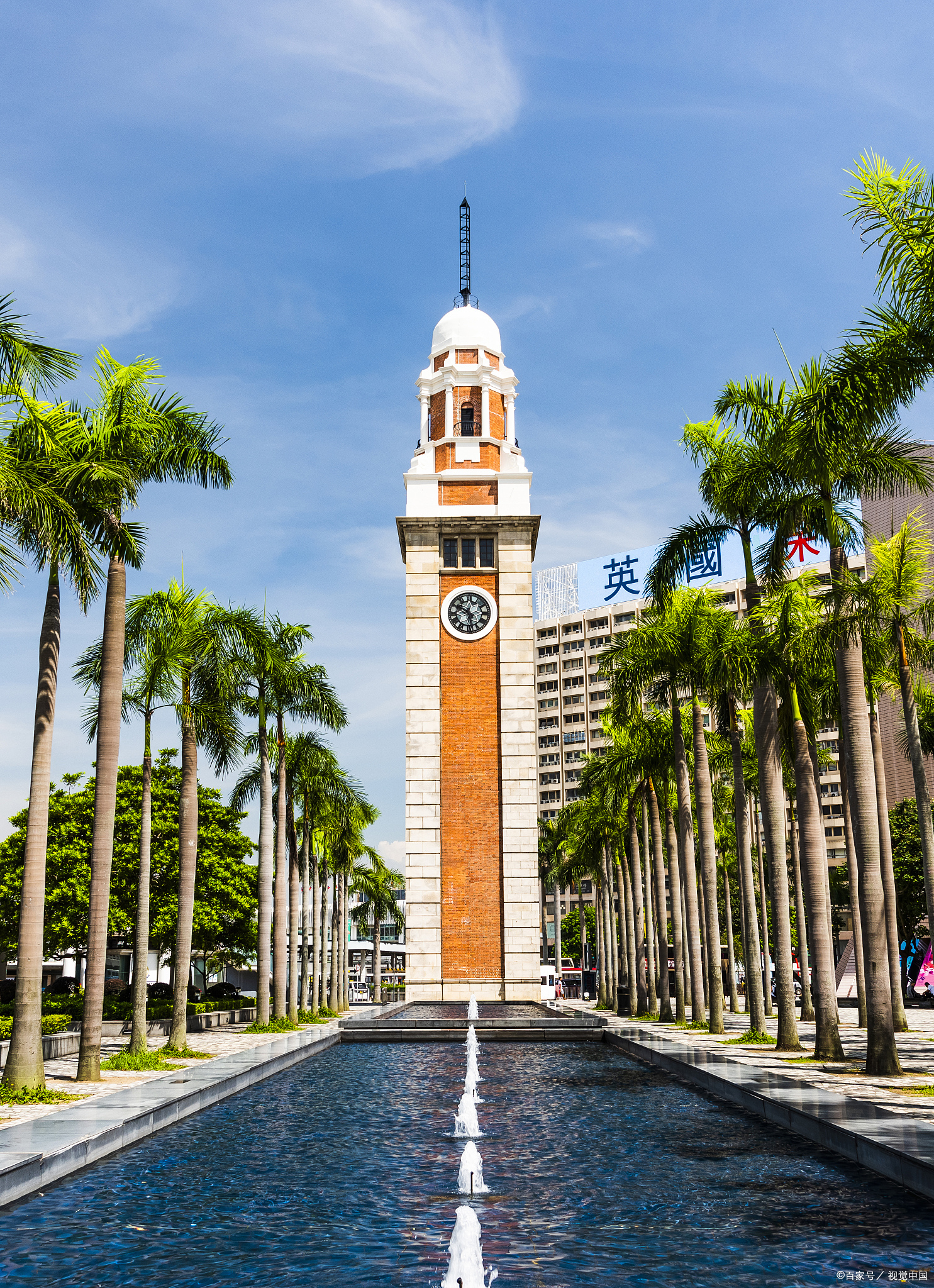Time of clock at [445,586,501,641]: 5:49
